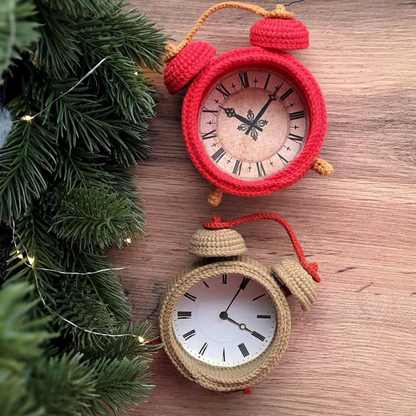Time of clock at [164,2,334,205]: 10:07
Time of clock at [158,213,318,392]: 4:04
